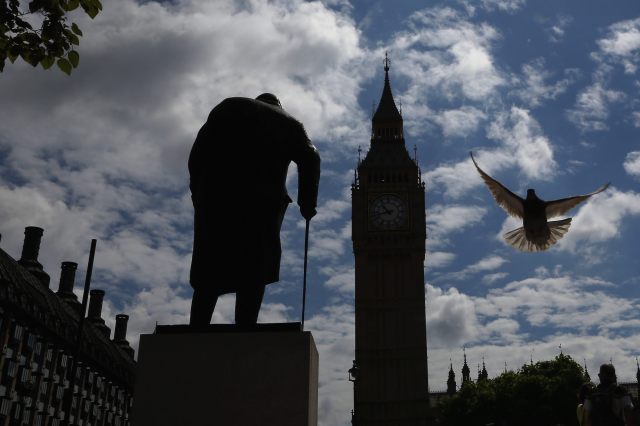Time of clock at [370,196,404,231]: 10:42
